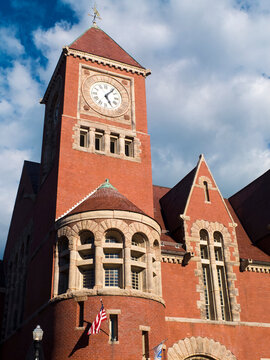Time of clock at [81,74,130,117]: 5:06
